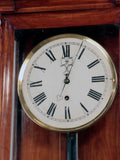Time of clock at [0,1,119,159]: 12:04
